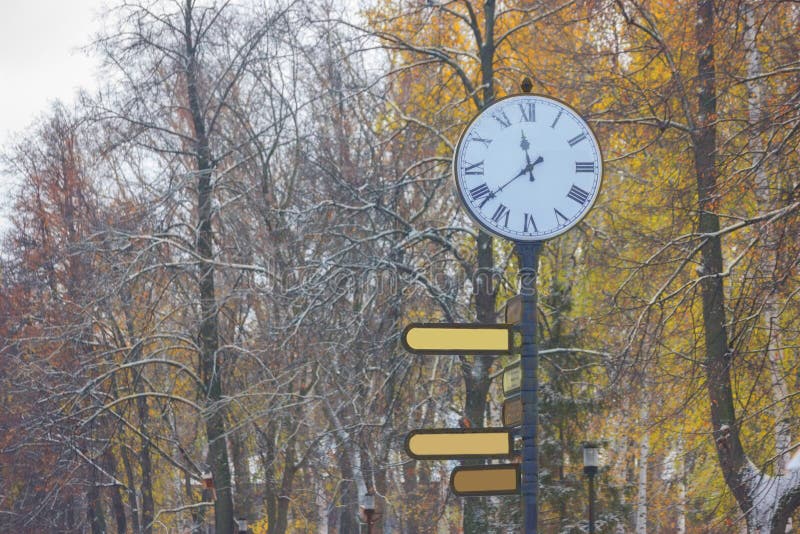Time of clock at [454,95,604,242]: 11:38
